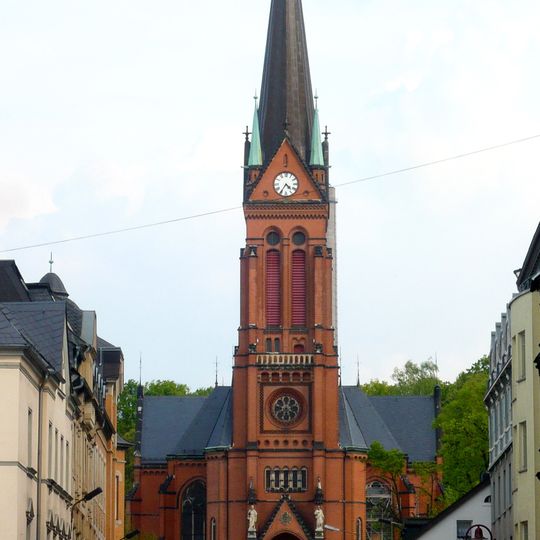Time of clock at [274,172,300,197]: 4:35
